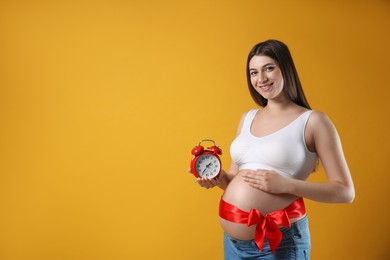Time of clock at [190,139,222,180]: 1:36
